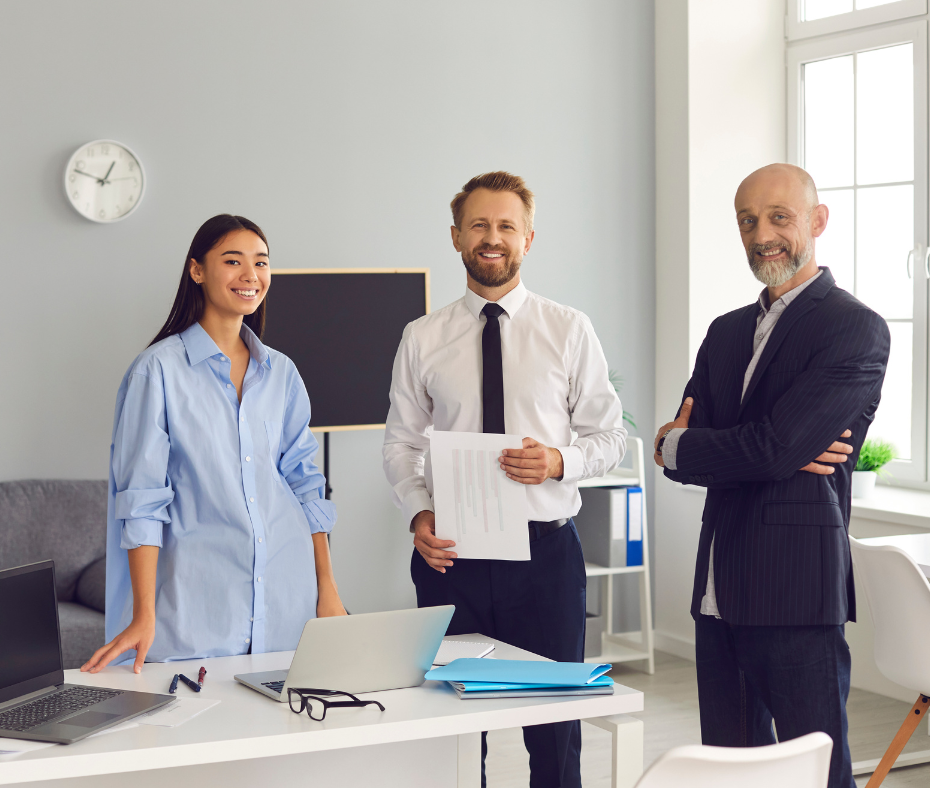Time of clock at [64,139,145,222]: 12:47
